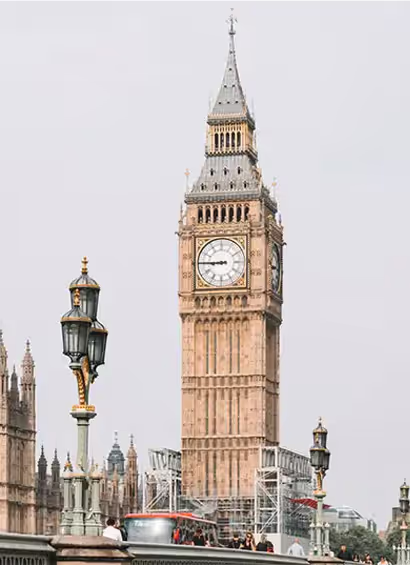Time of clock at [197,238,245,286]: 8:45
